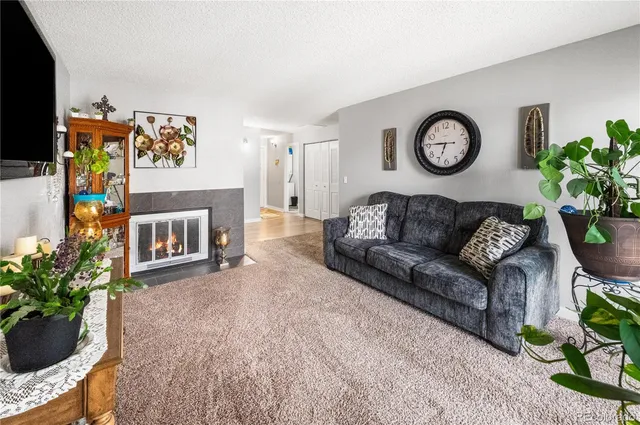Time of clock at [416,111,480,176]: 6:45
